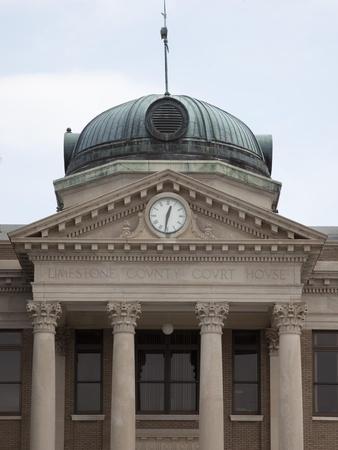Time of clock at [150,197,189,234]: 12:31
